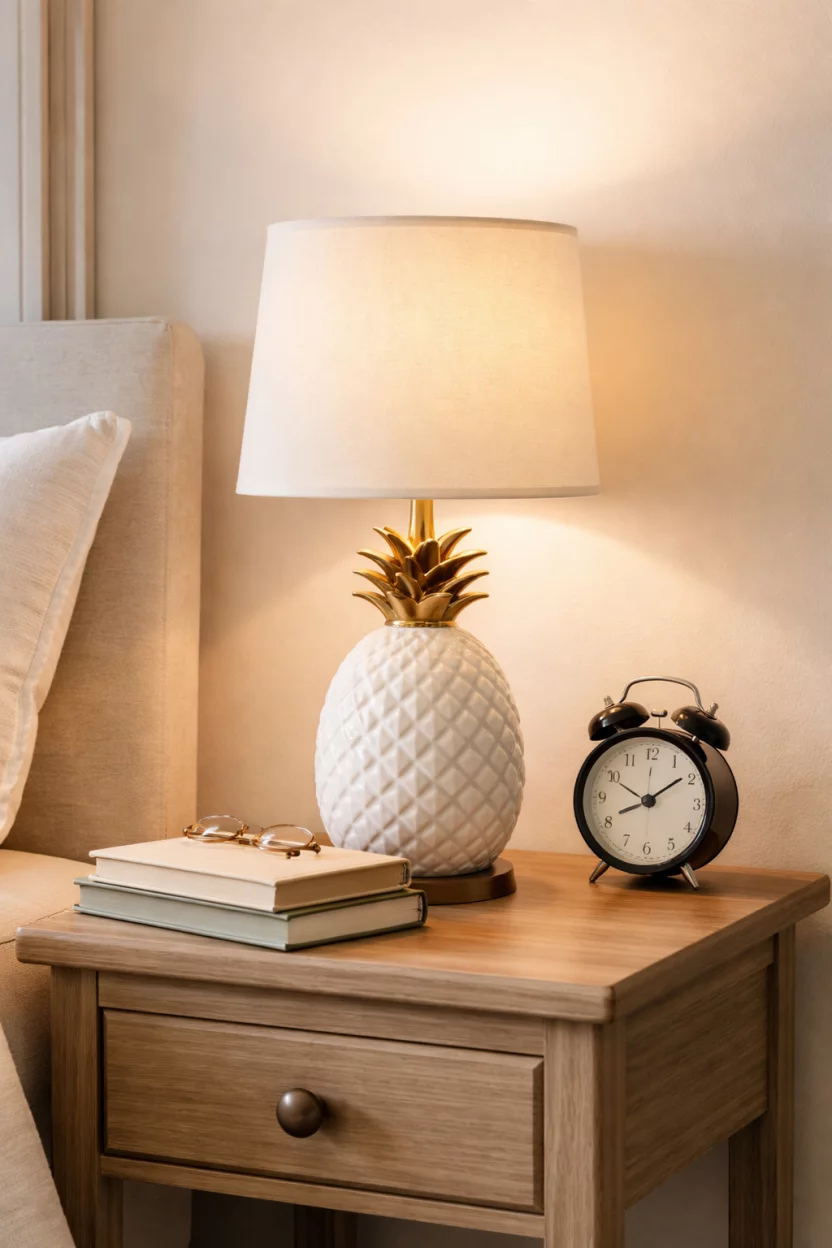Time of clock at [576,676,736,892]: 8:09
